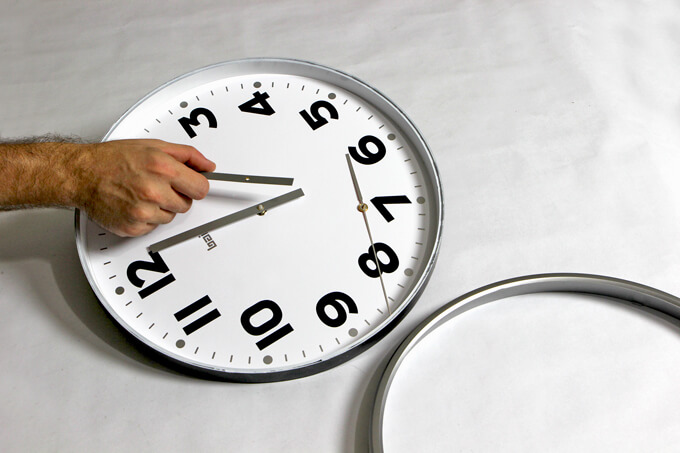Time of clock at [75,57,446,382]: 9:41
